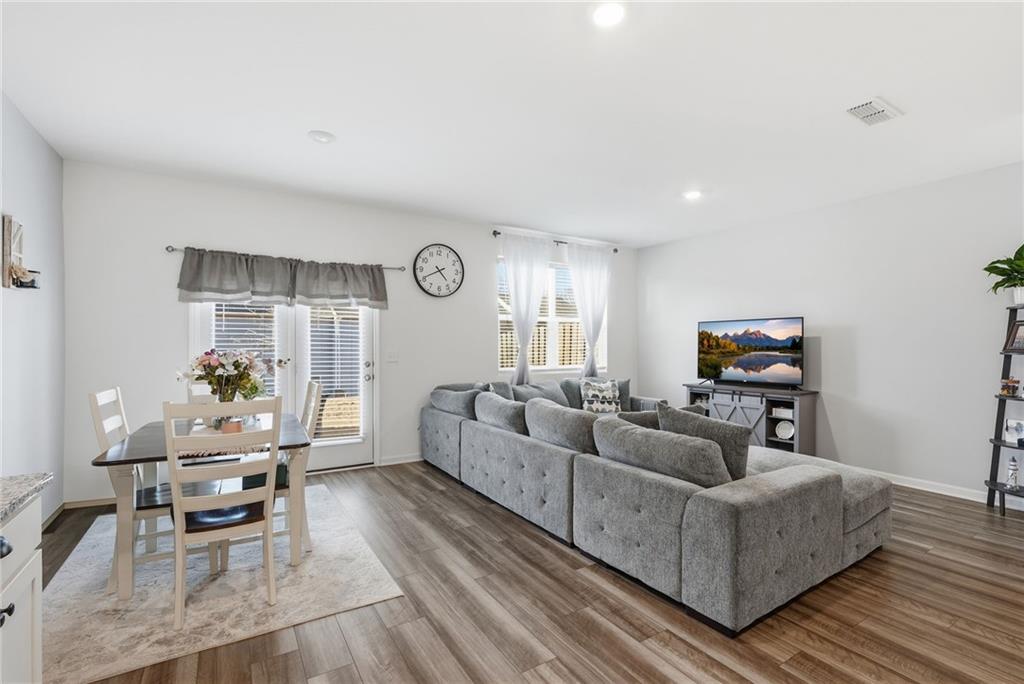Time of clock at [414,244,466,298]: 4:40
